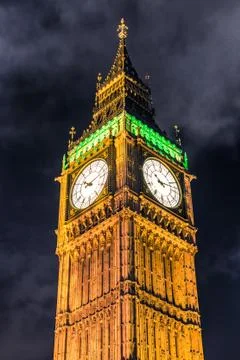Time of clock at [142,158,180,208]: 10:12
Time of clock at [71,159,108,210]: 10:13
